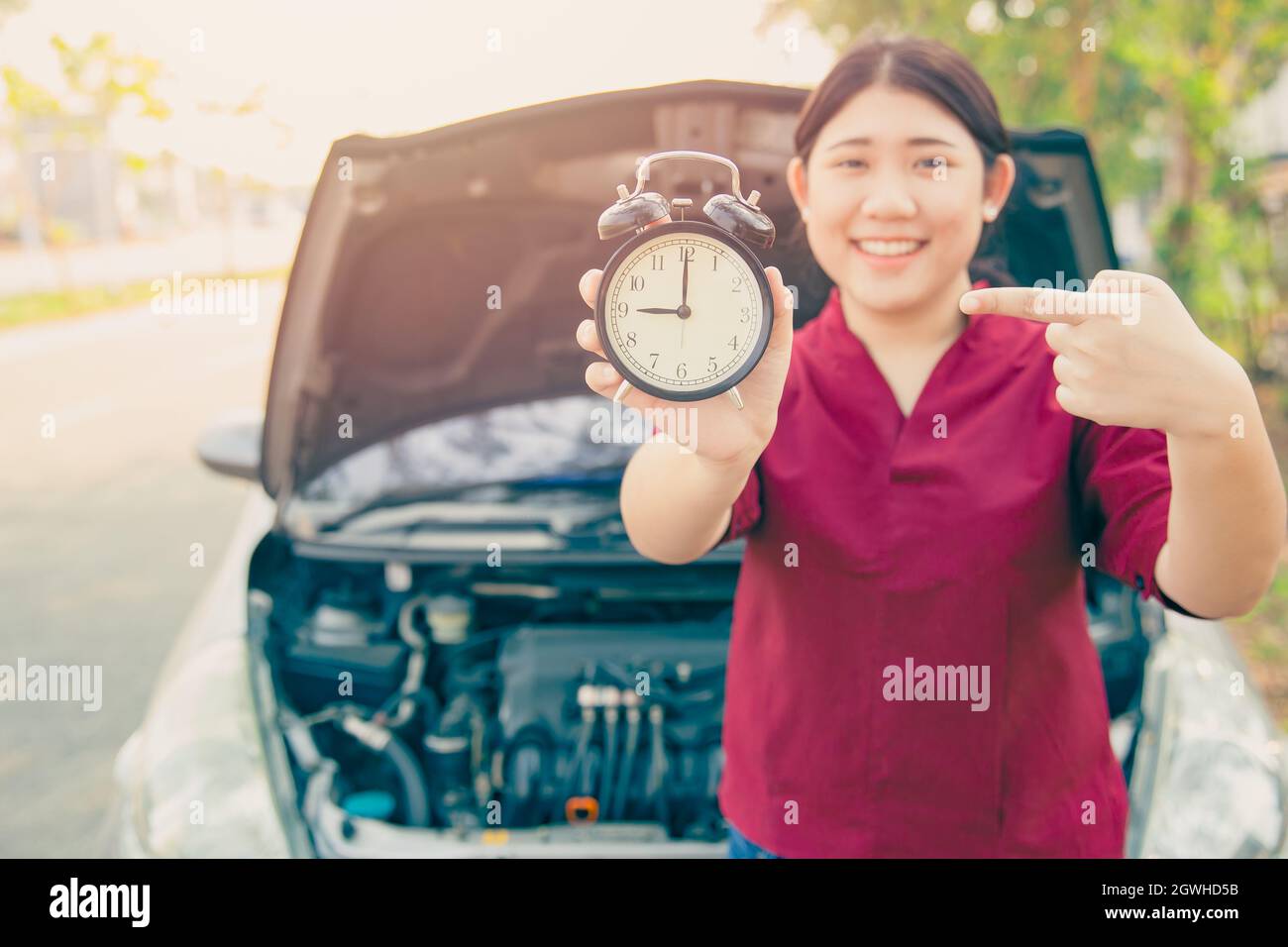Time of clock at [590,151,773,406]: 9:00
